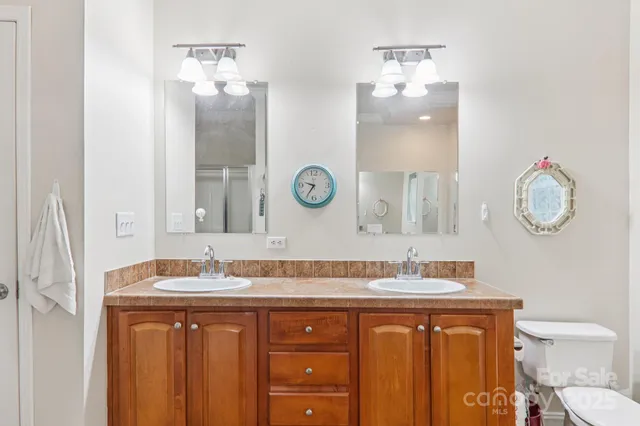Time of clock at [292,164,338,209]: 9:35
